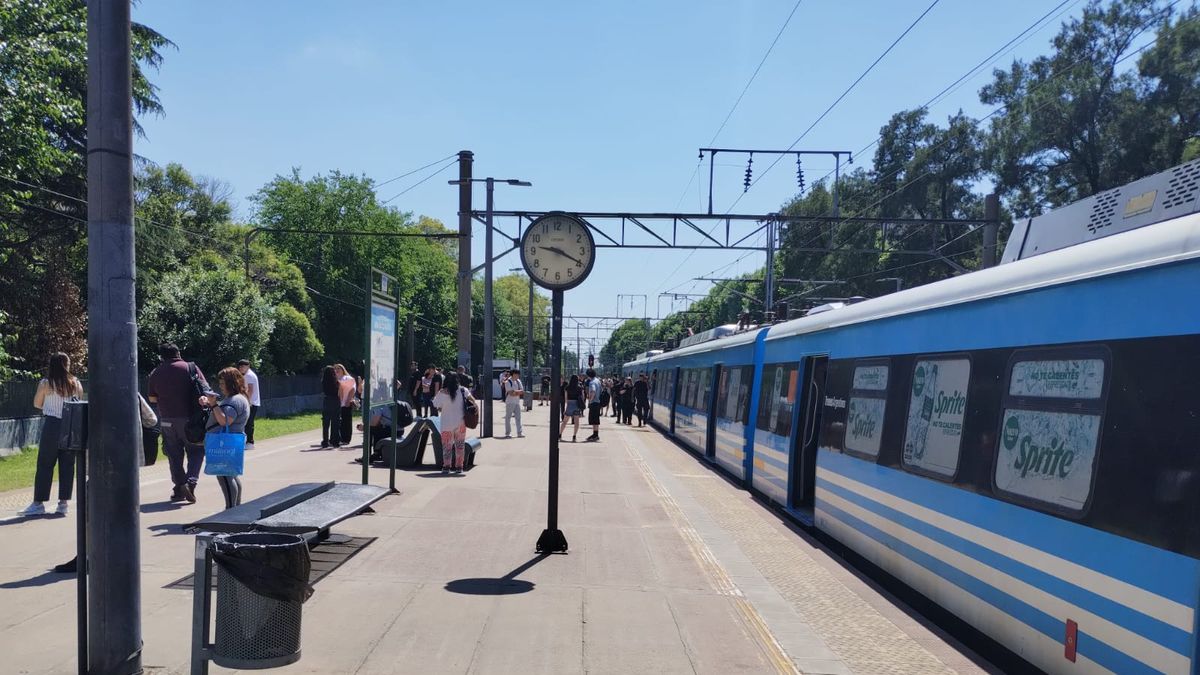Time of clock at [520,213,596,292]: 9:19
